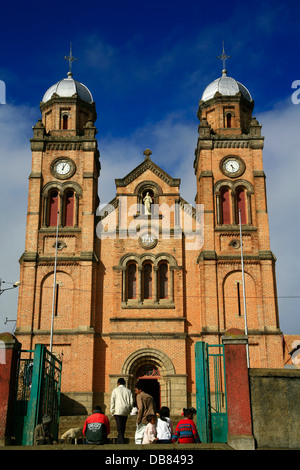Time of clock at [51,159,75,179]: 12:05
